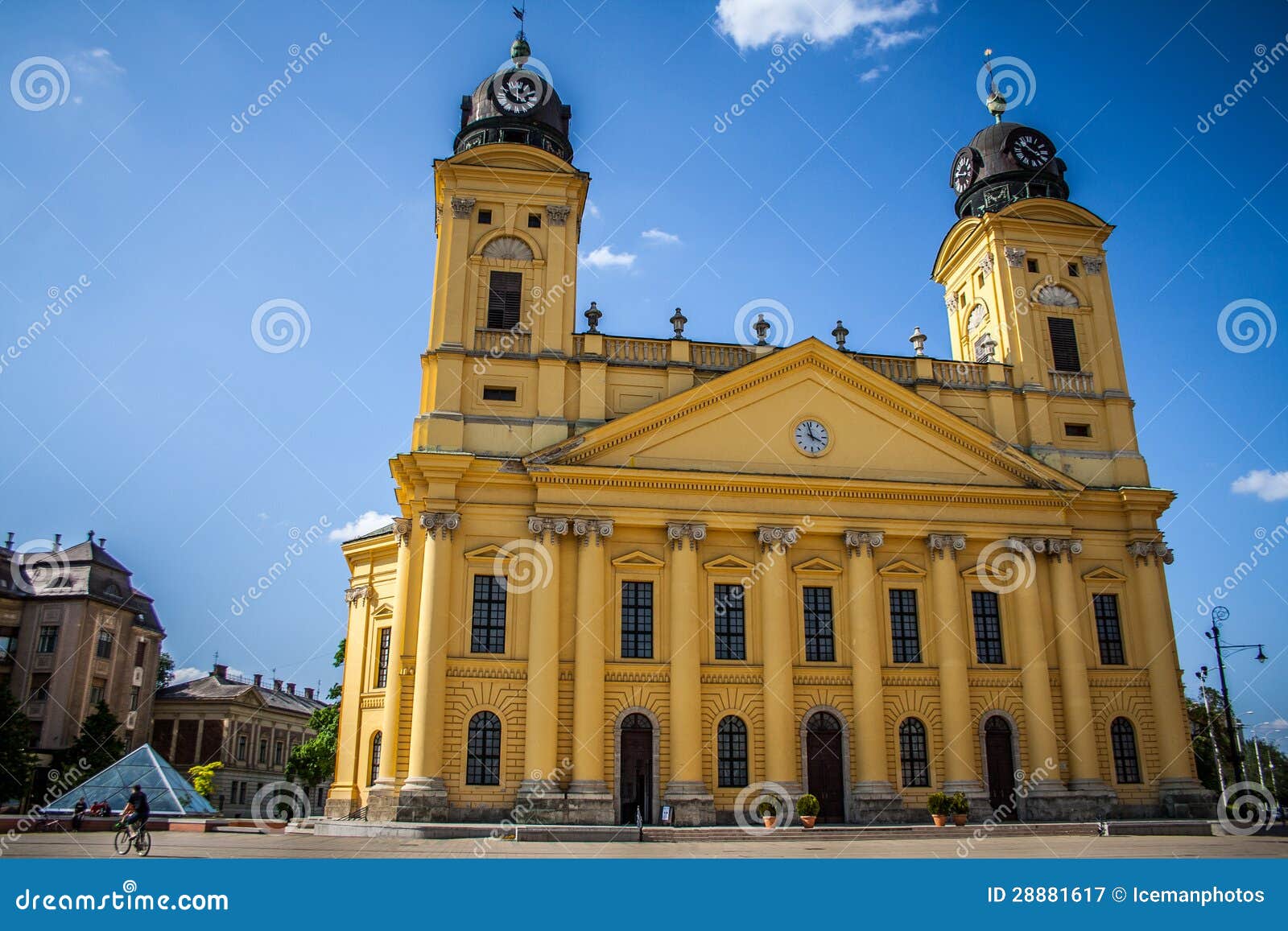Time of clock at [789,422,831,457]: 3:57
